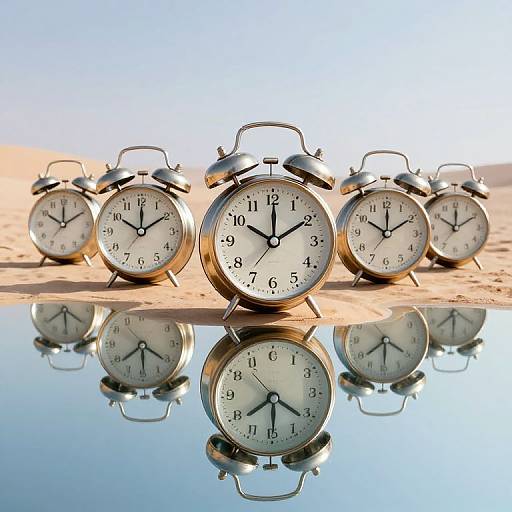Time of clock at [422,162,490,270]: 10:10
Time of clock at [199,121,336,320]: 10:00
